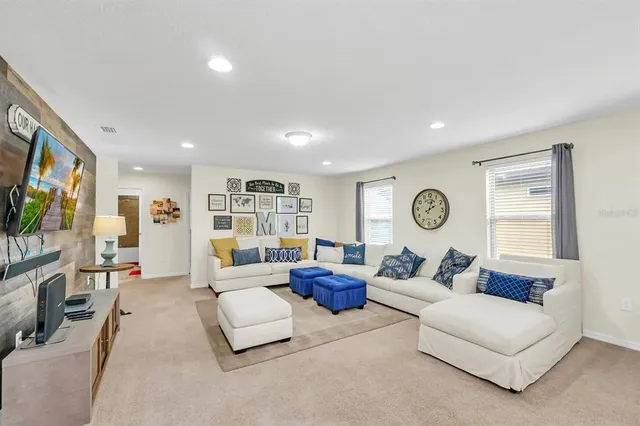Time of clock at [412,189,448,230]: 2:02
